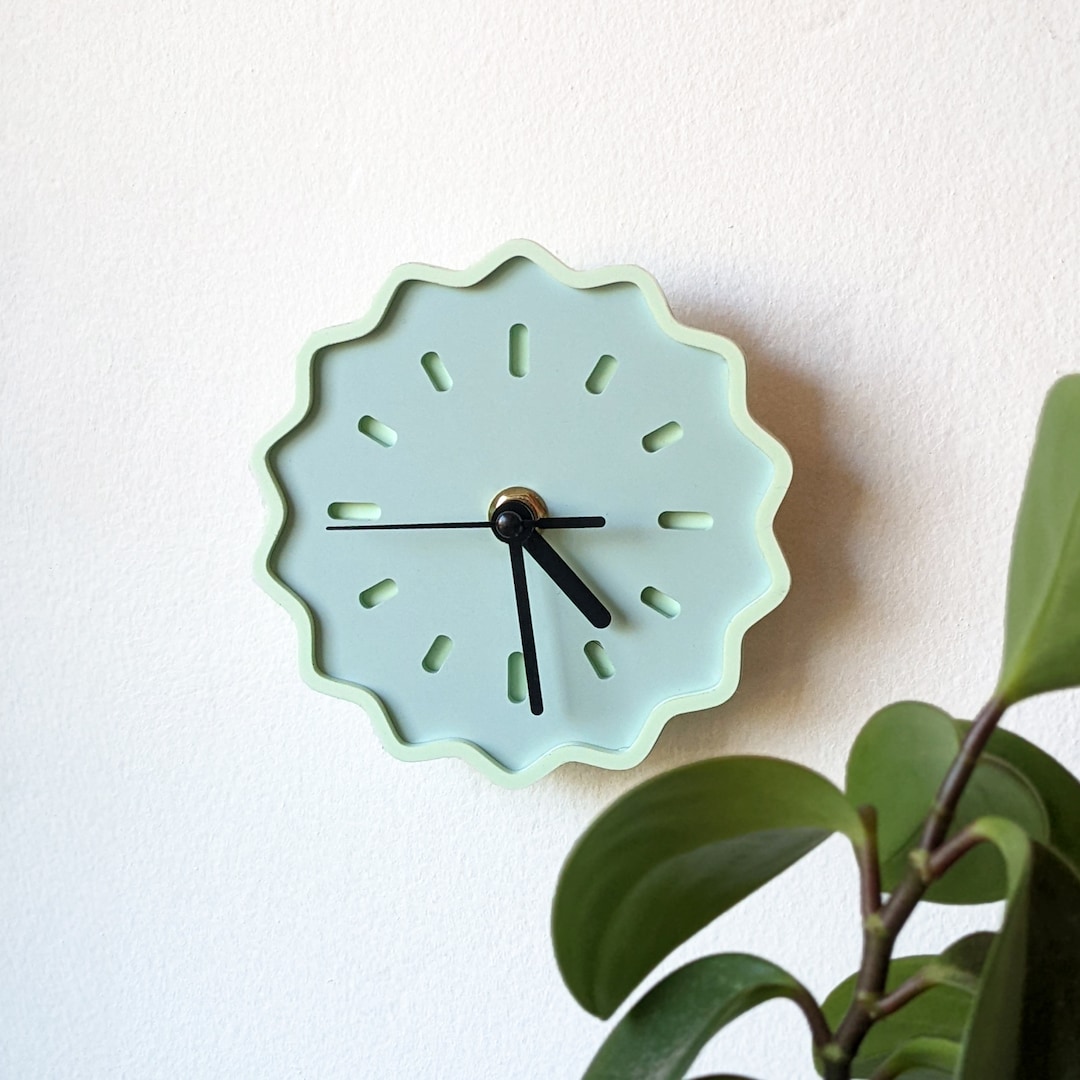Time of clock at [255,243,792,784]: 4:29
